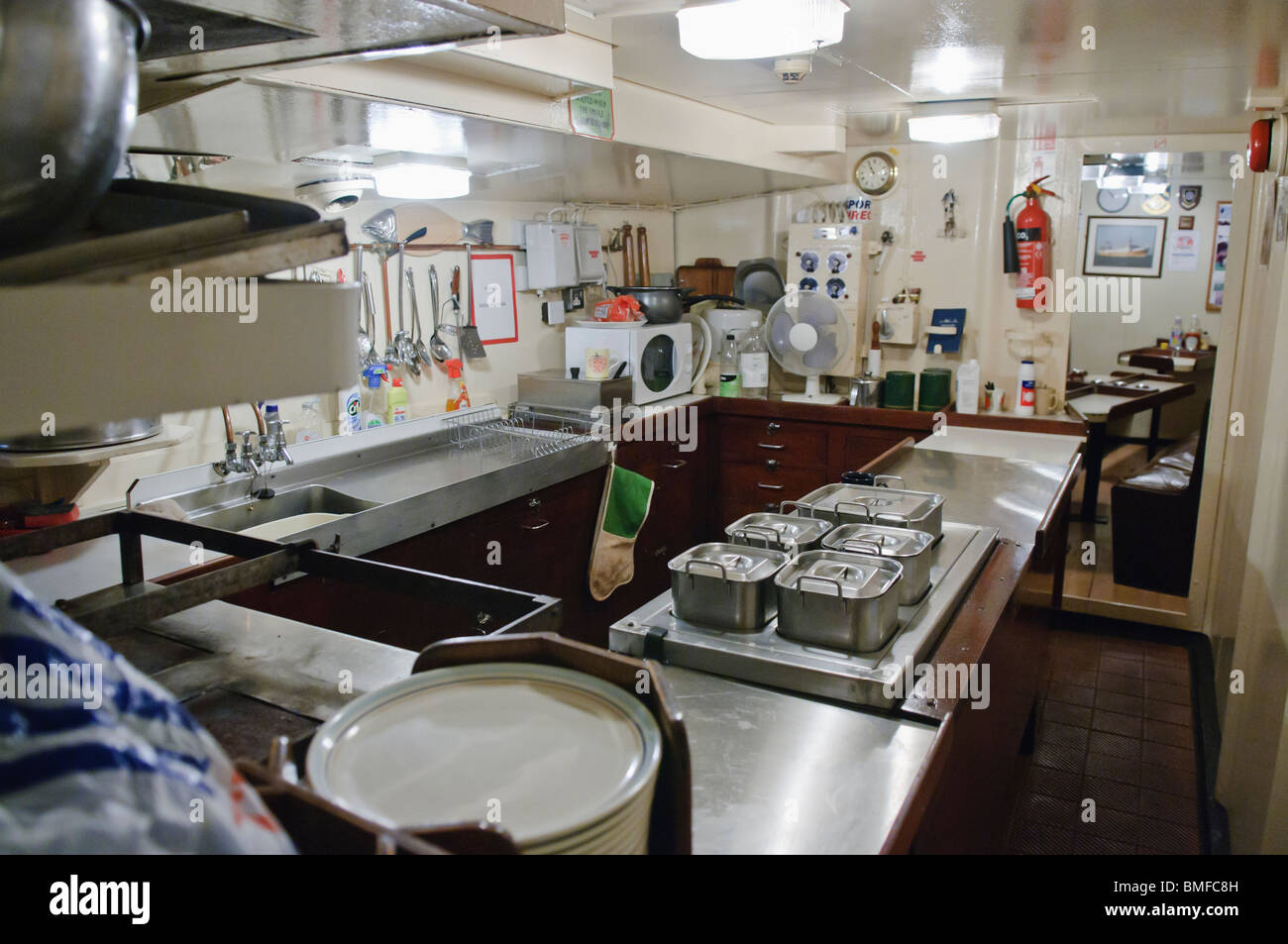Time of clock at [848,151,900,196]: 10:55
